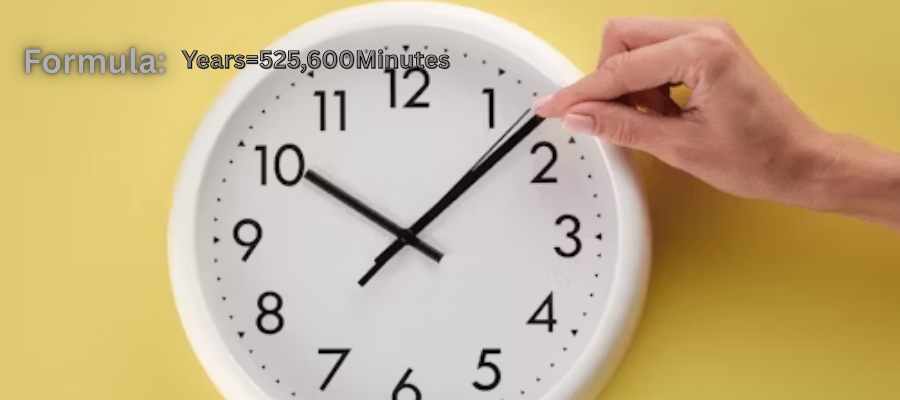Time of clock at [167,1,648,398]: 10:07
